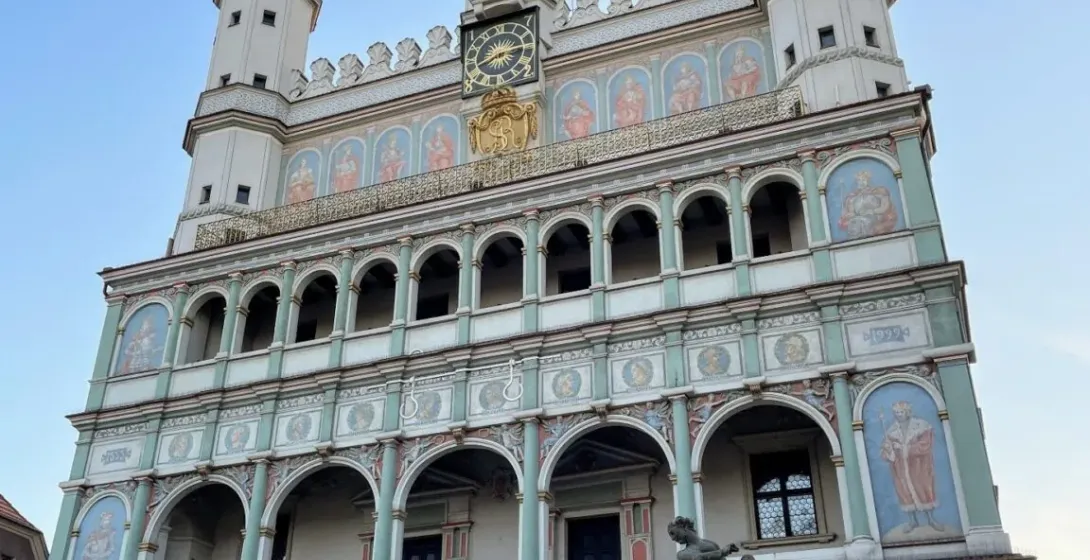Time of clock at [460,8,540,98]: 8:13
